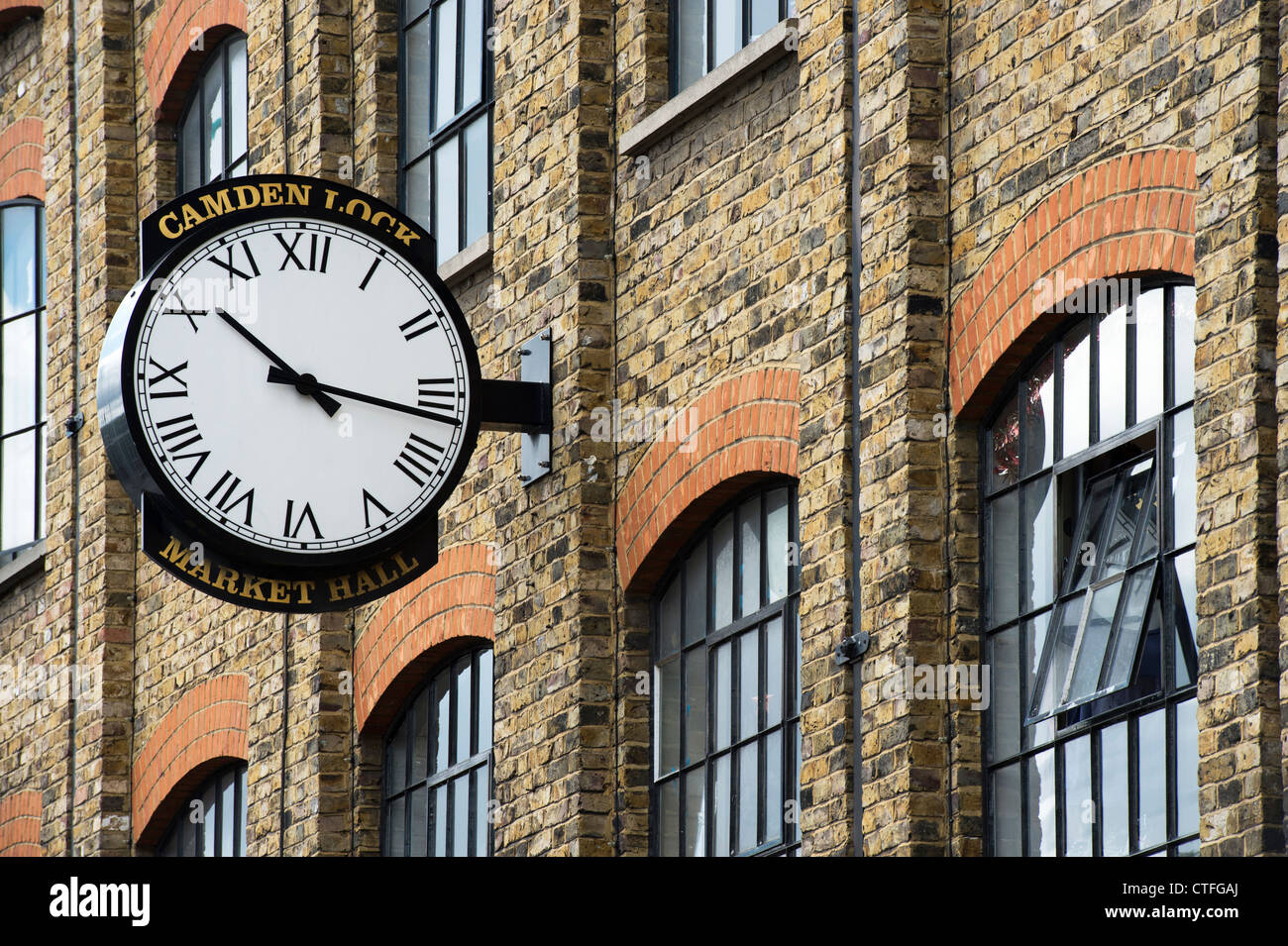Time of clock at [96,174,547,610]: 10:16
